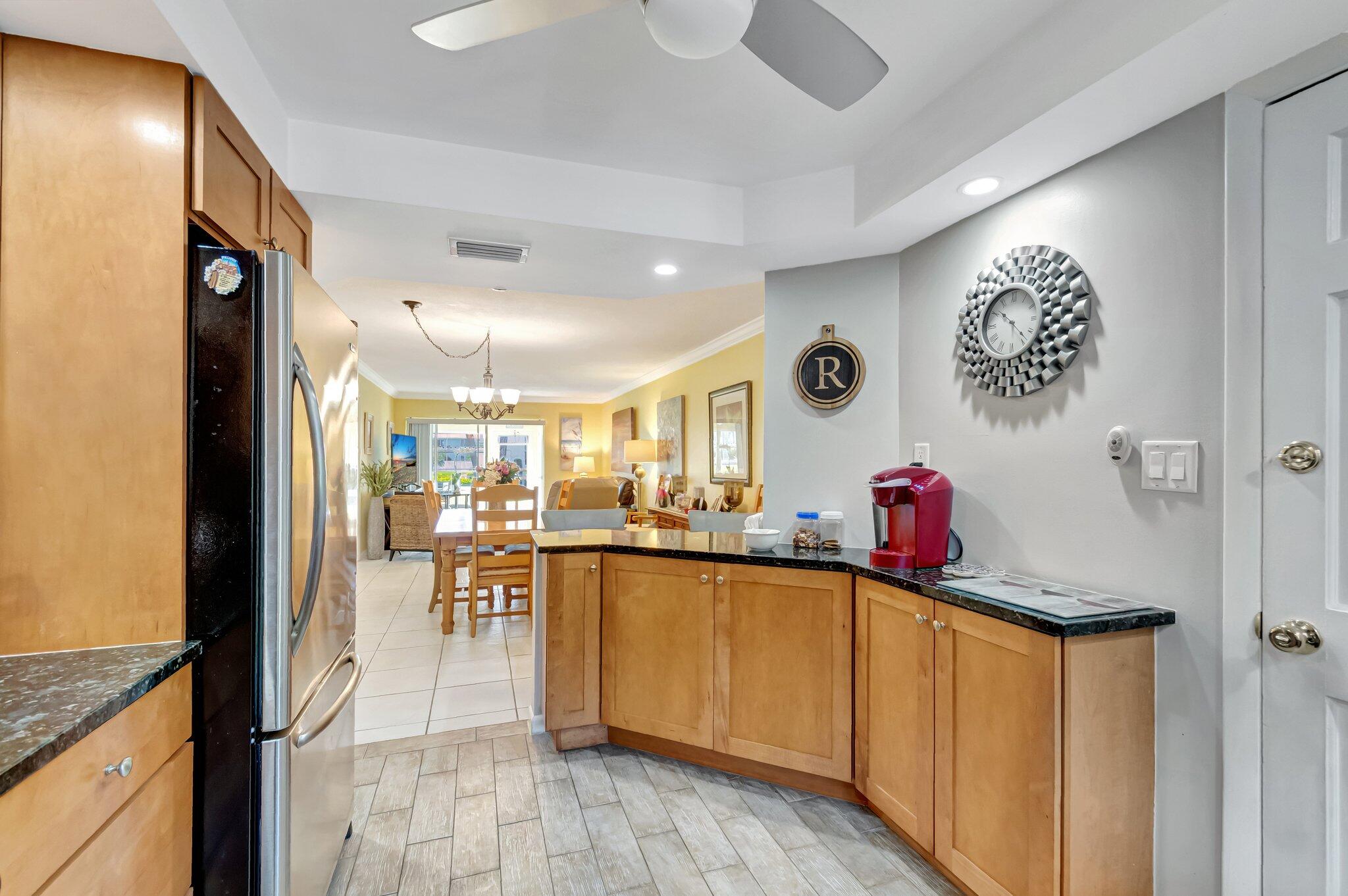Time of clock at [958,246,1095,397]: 10:22
